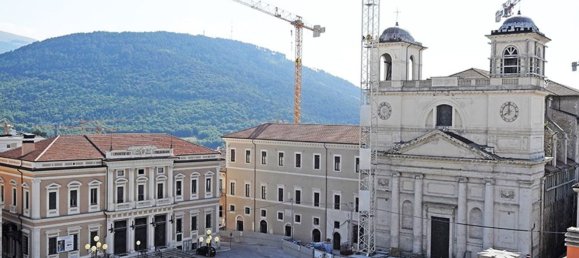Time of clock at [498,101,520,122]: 7:59
